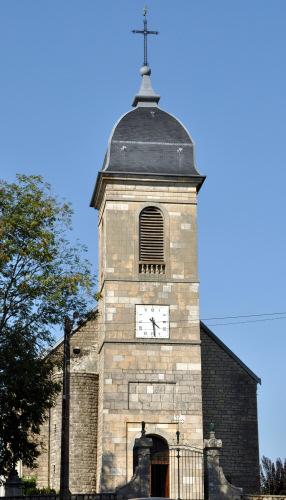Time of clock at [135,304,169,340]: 4:28
